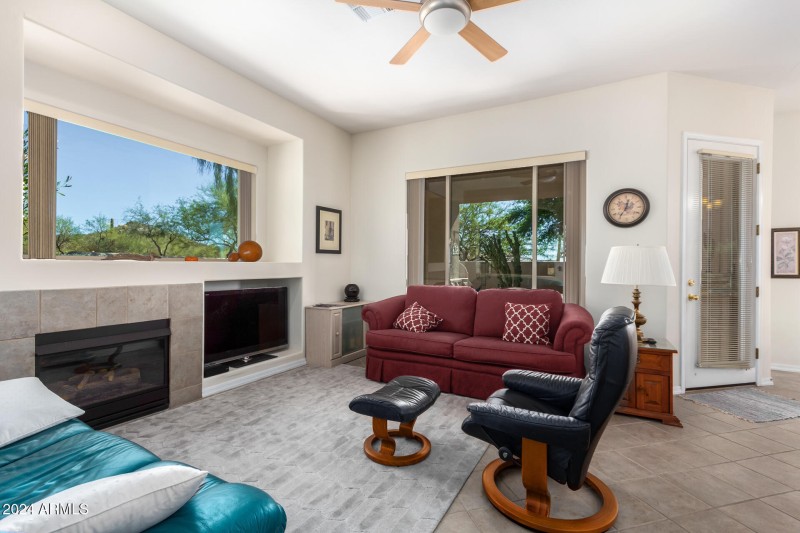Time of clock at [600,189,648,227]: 12:35
